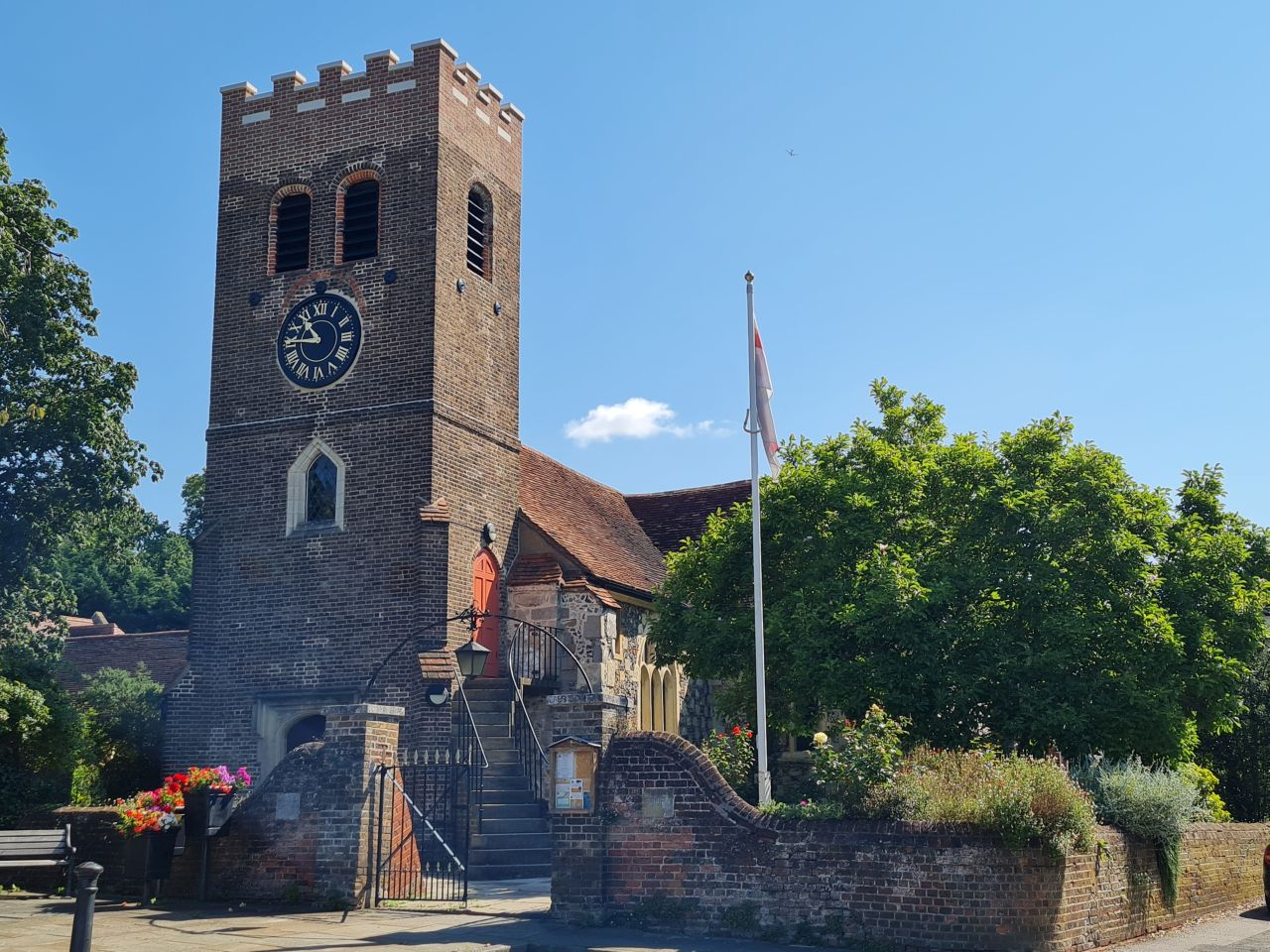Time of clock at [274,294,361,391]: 10:45
